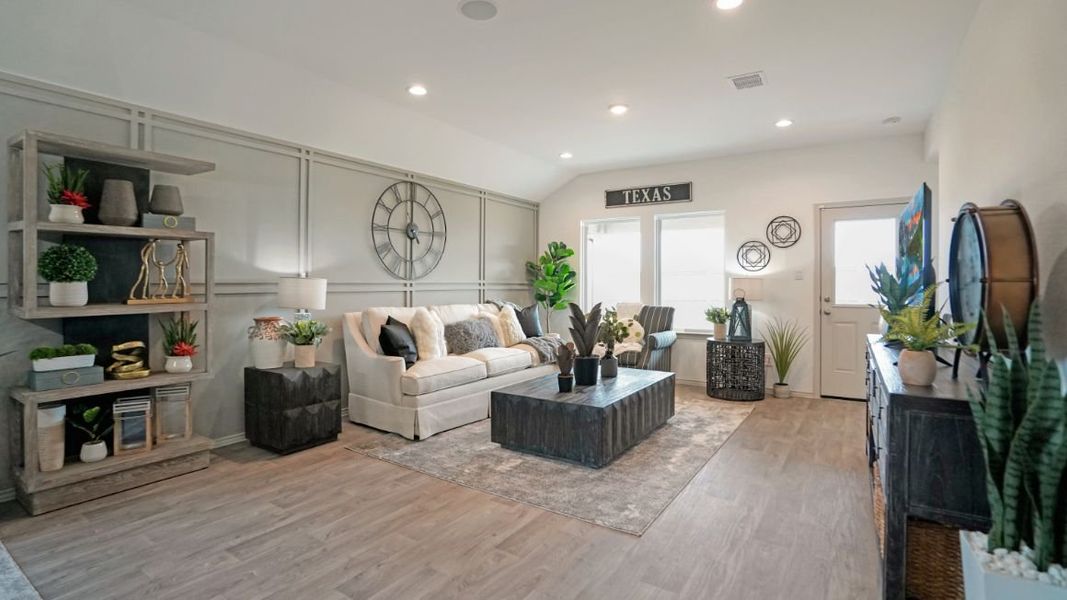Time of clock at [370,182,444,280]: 5:59
